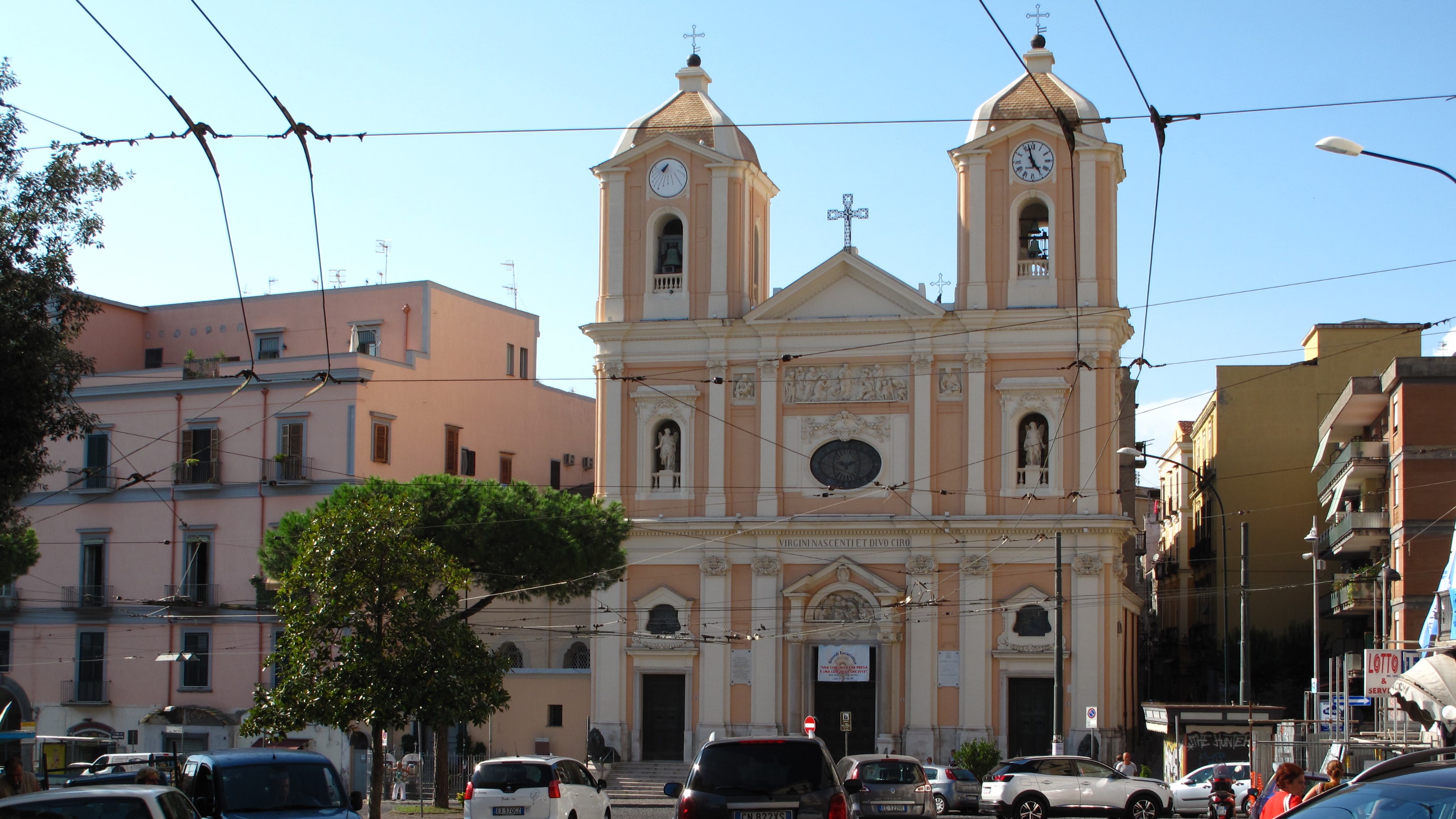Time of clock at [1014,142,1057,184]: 4:57
